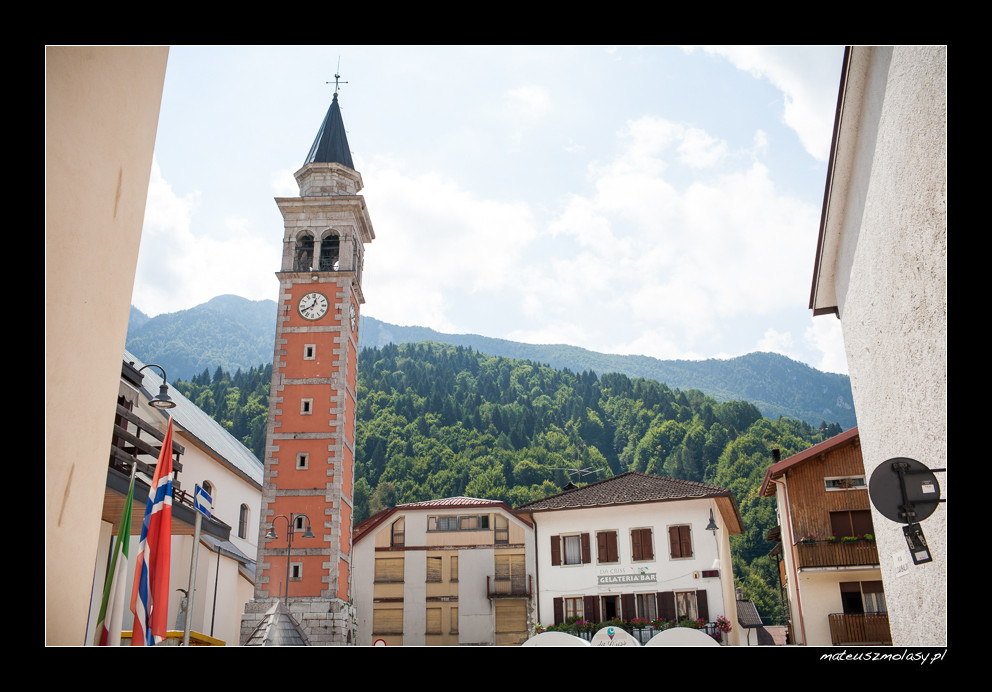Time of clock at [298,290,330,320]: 12:40
